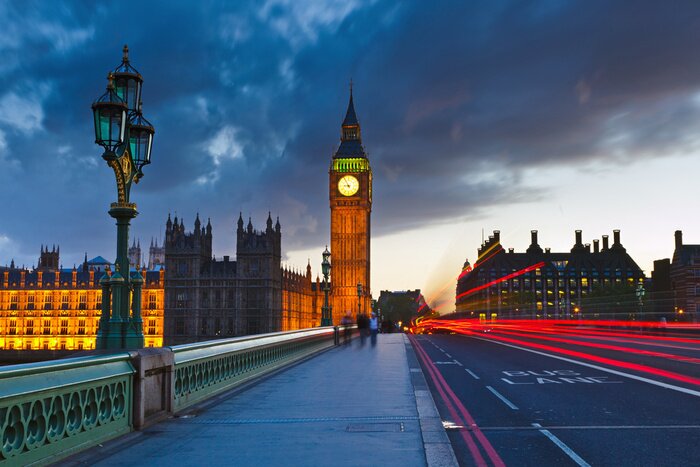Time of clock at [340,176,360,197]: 8:55
